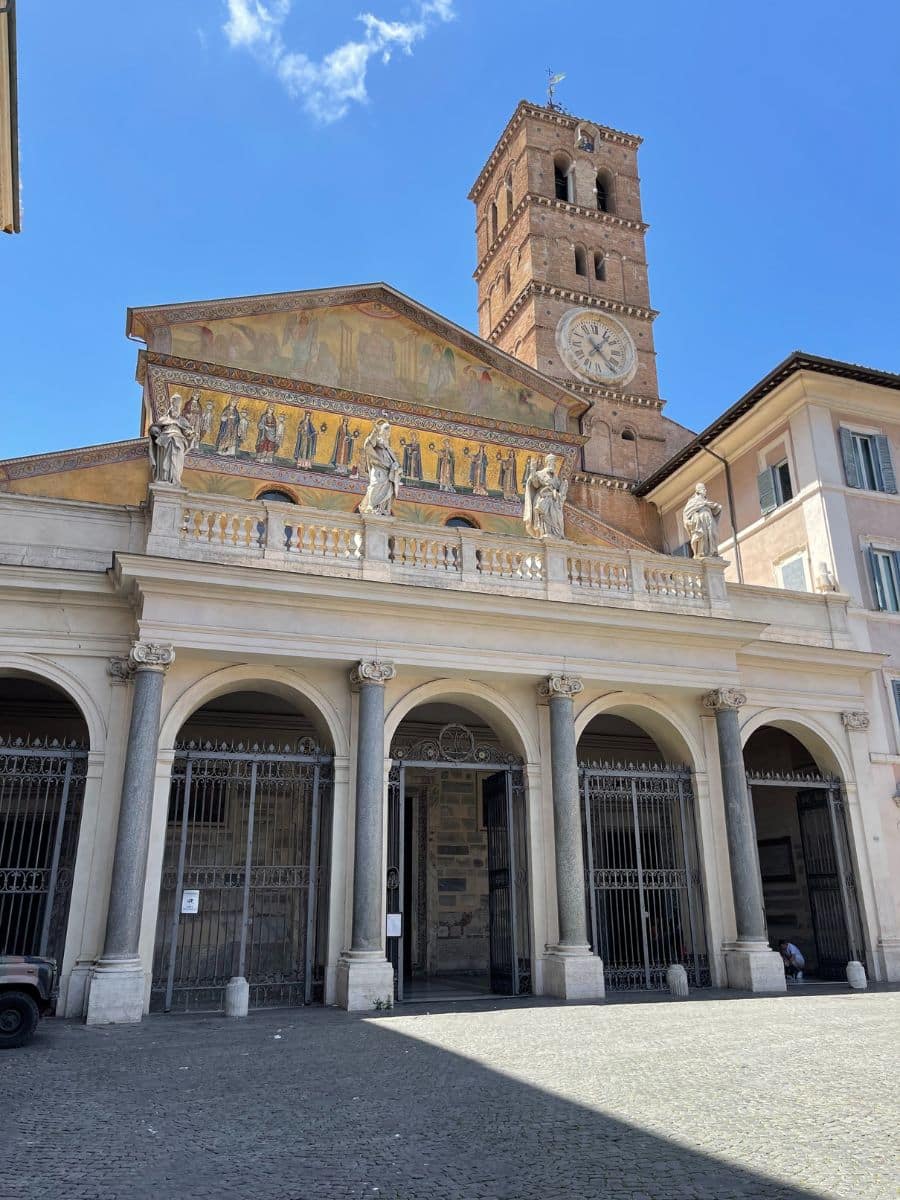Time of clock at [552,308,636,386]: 1:23
